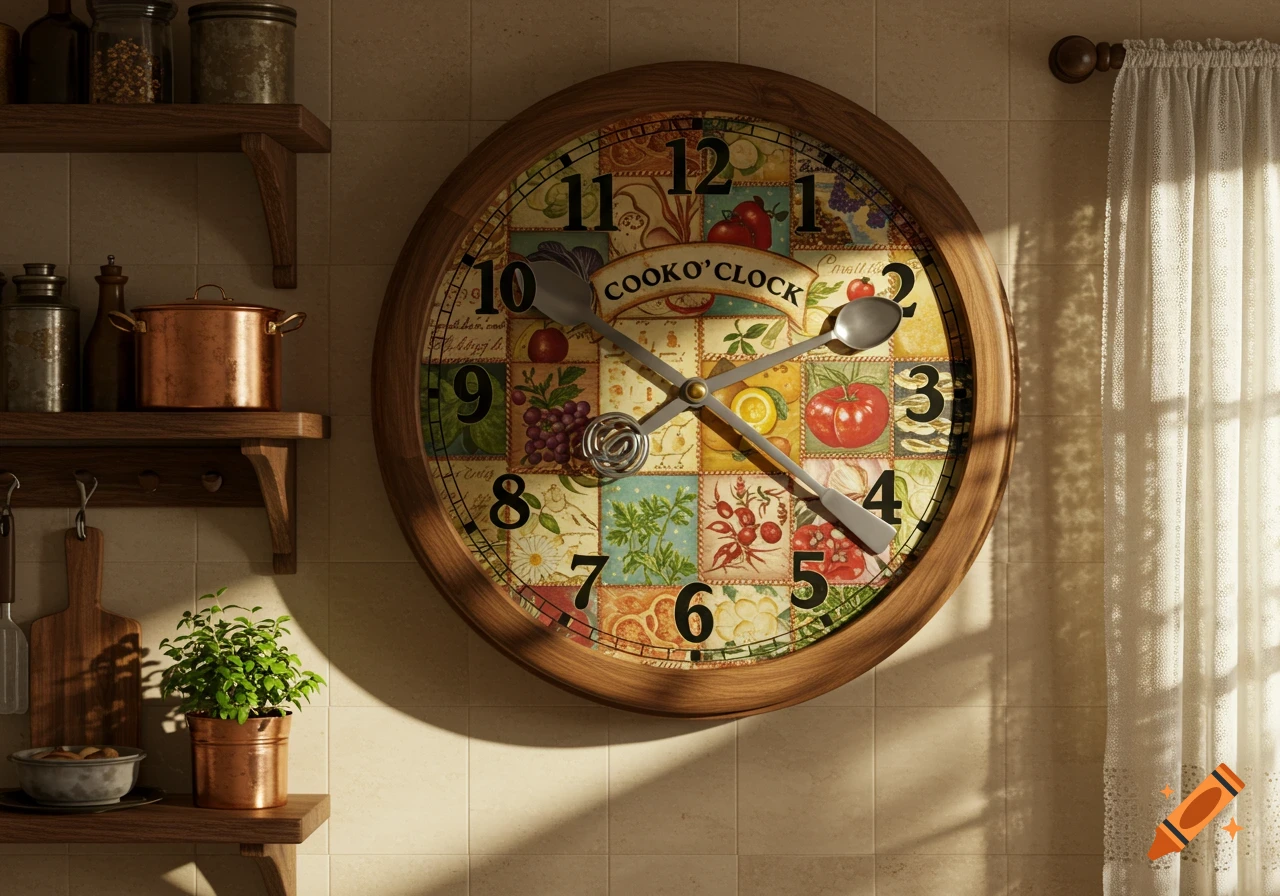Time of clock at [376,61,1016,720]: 2:21
